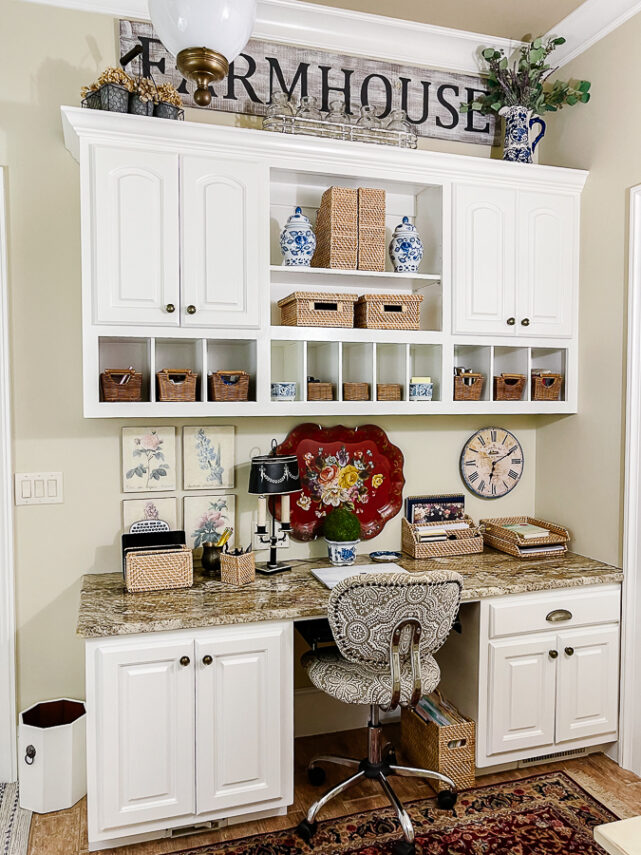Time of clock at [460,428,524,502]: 6:10
